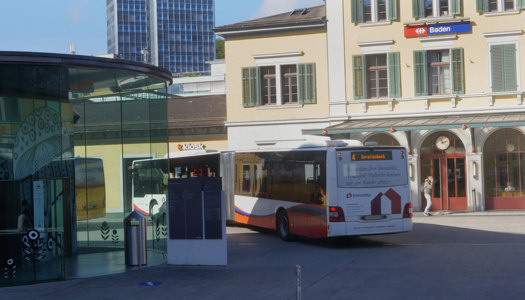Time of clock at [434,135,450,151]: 11:12
